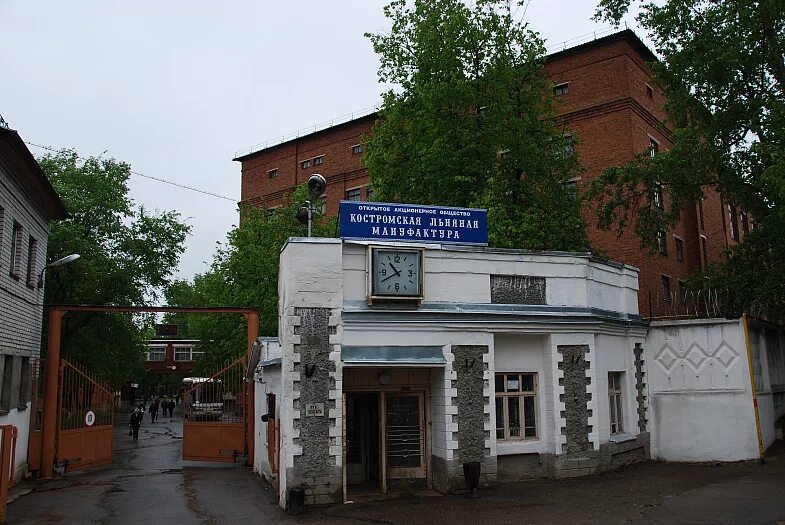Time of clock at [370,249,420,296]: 10:39
